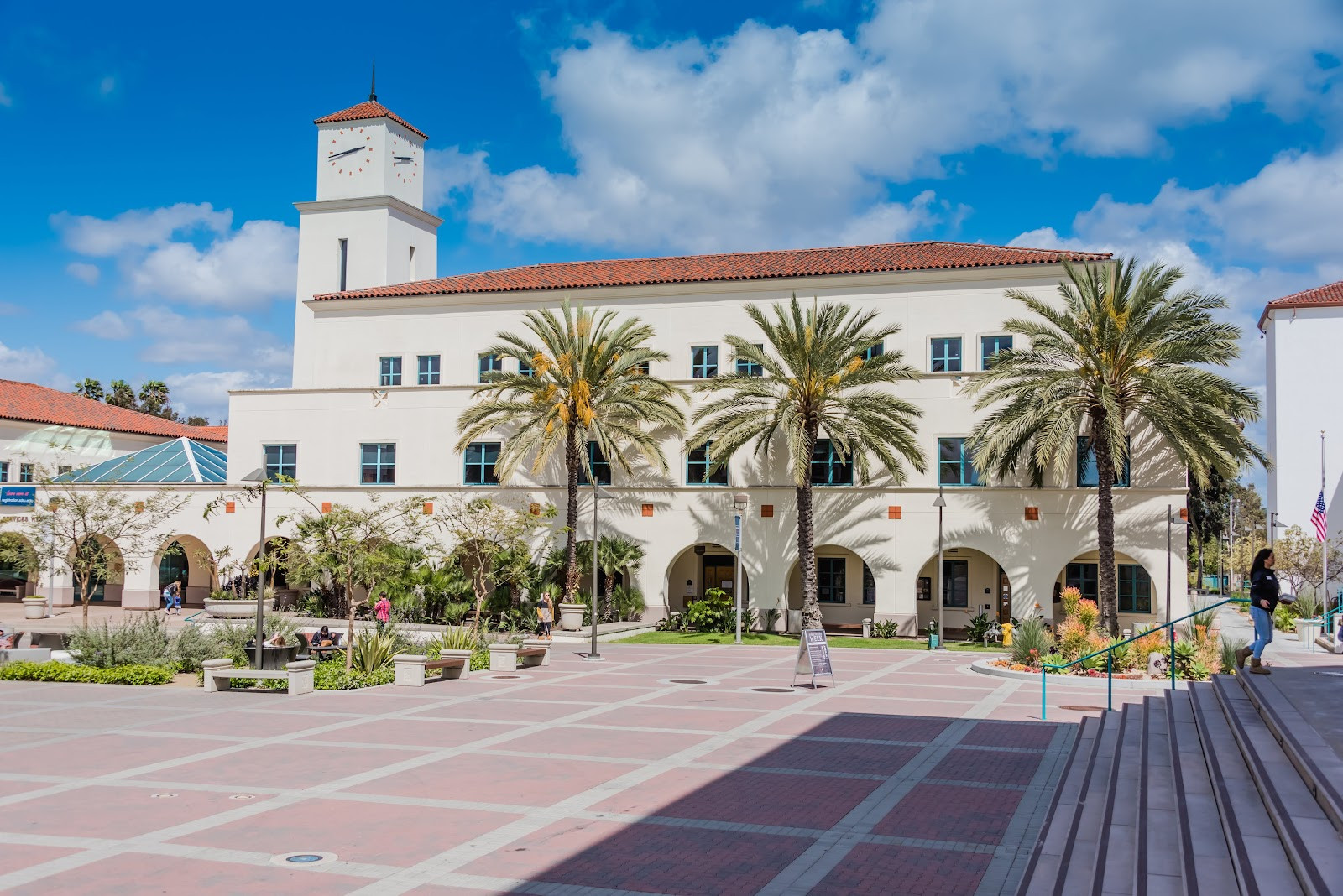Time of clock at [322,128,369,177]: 2:43
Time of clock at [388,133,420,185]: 2:42
